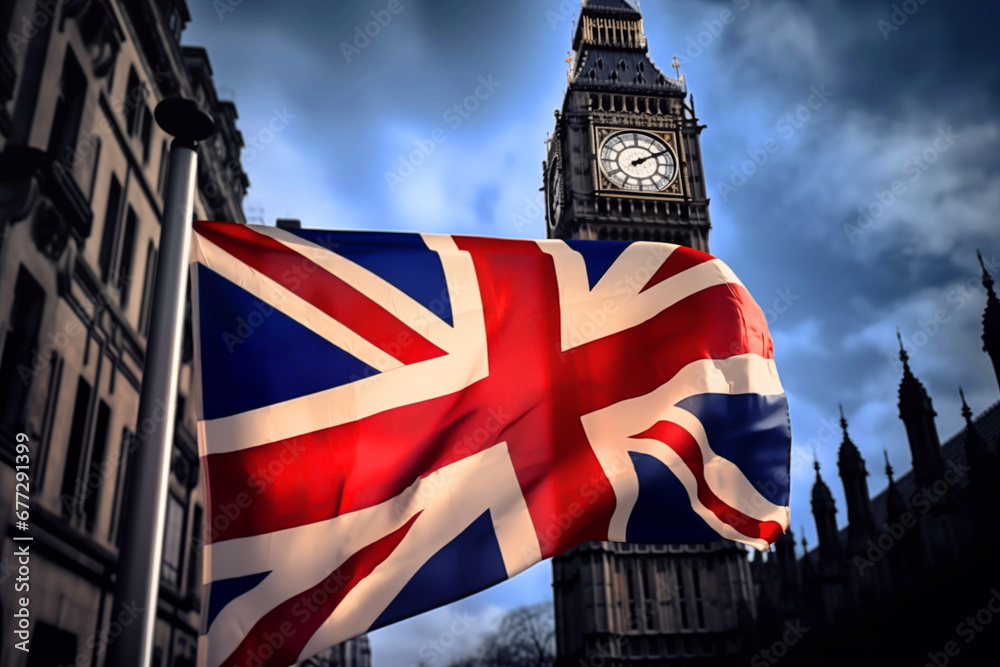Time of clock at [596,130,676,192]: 2:10
